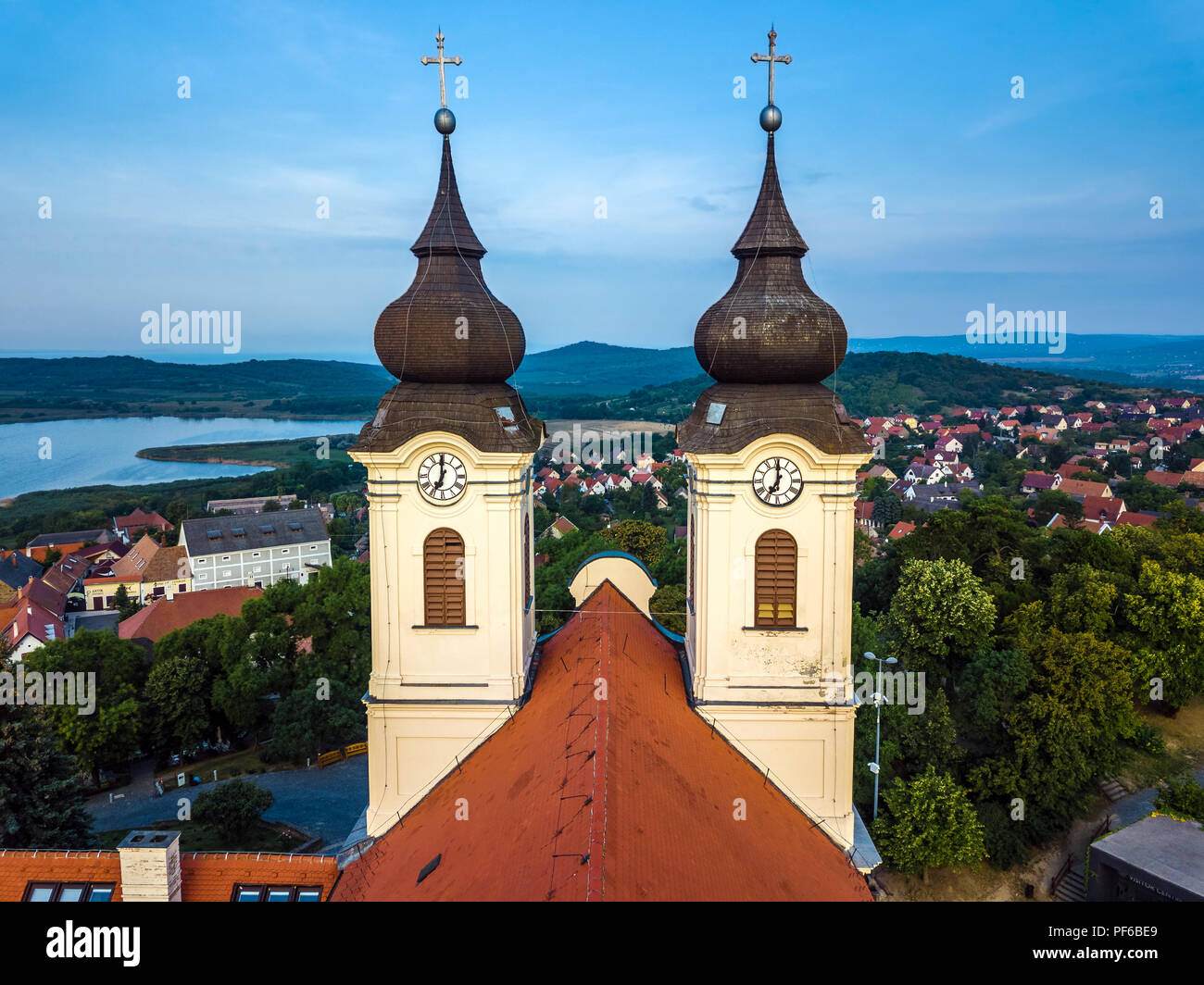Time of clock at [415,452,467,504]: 6:59
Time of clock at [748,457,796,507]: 7:00
